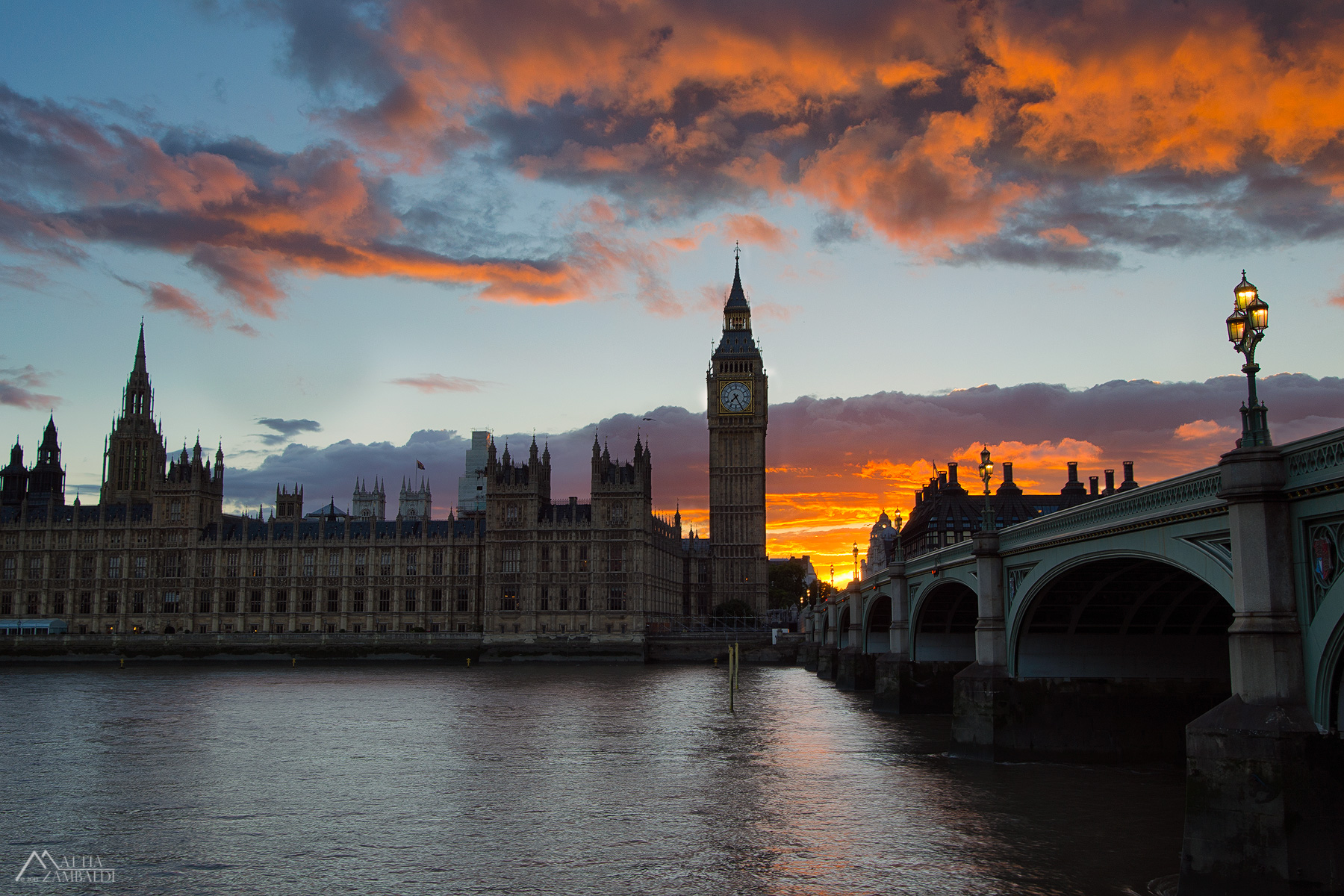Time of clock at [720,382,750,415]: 7:25
